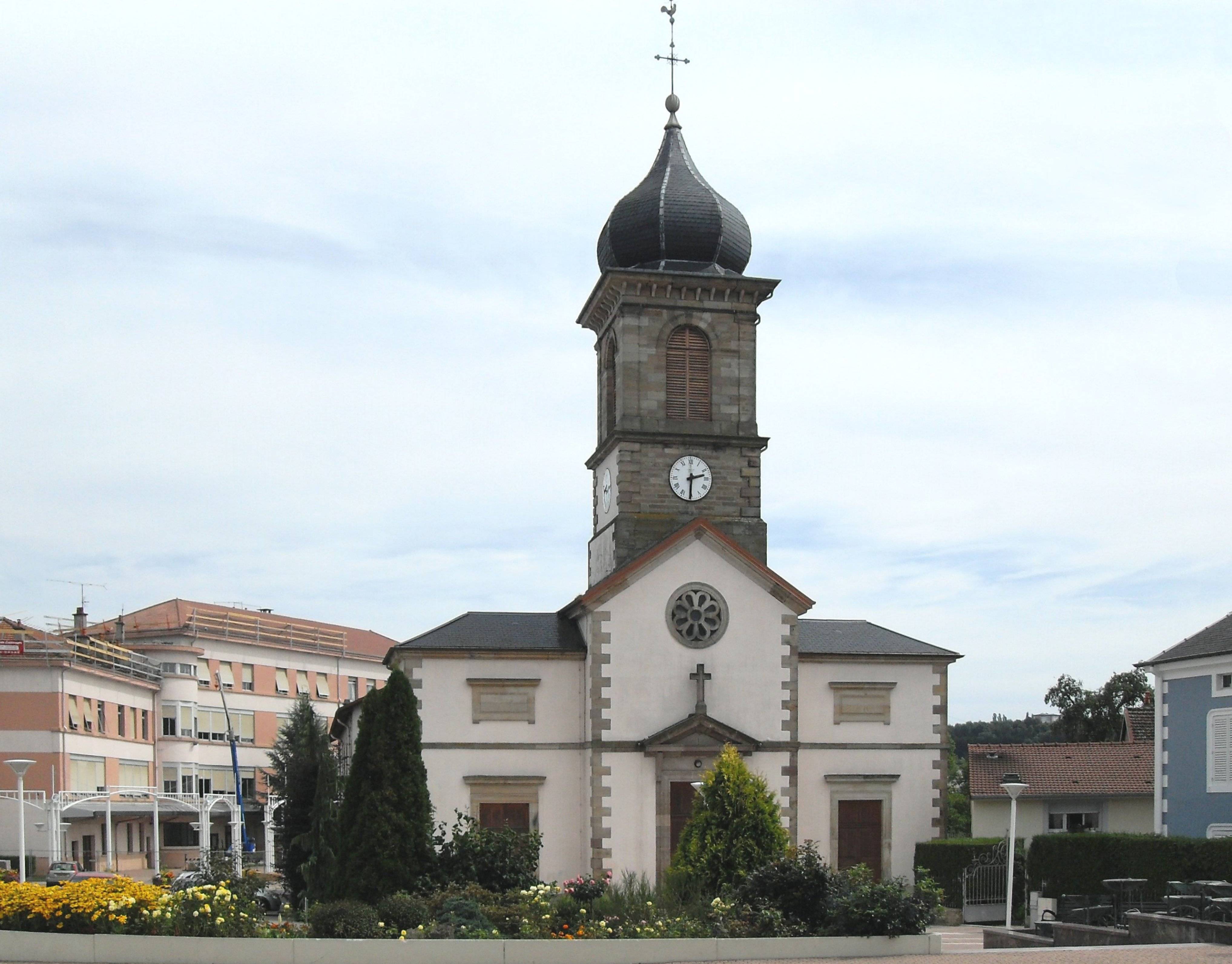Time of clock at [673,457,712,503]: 2:30
